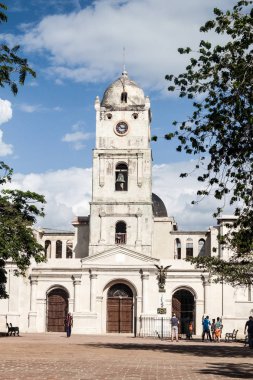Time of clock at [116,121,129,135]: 2:52
